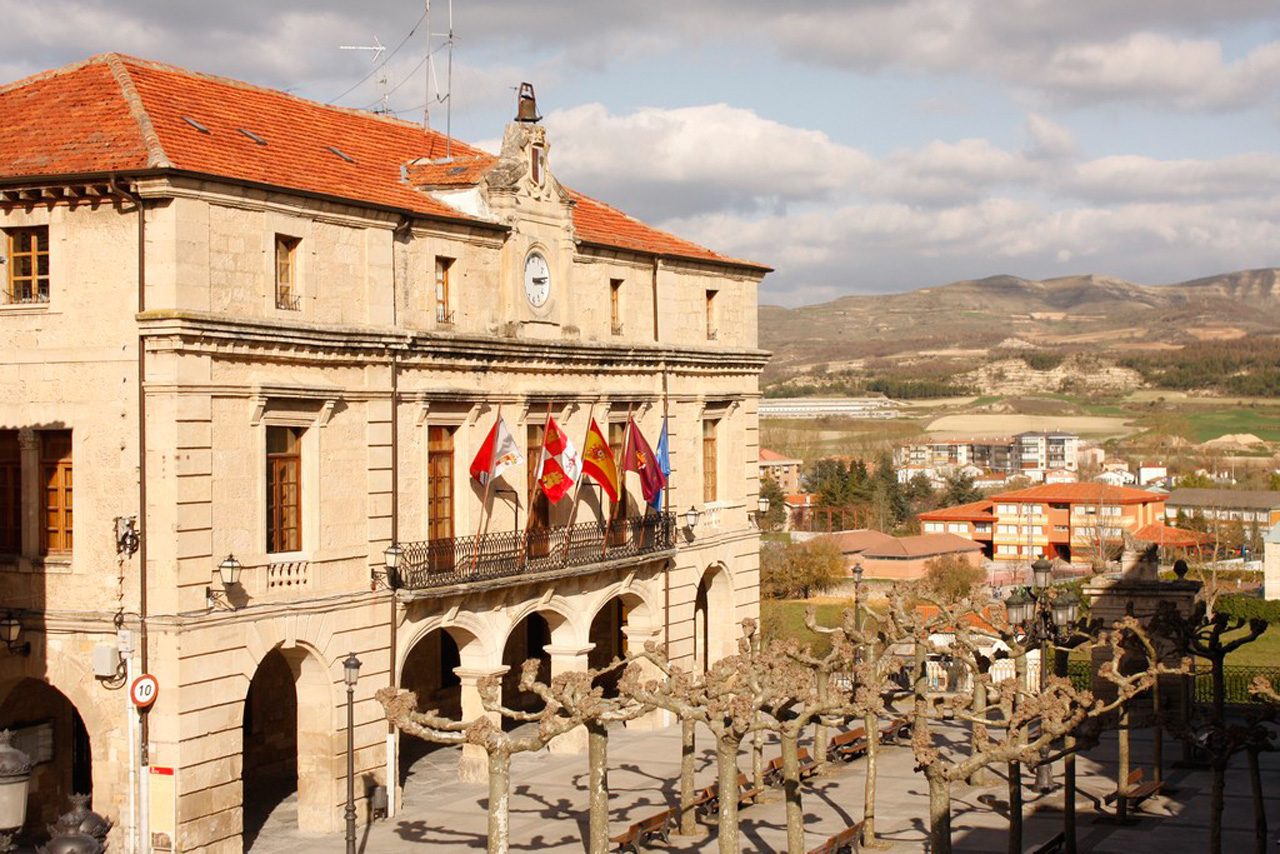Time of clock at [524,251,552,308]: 3:14
